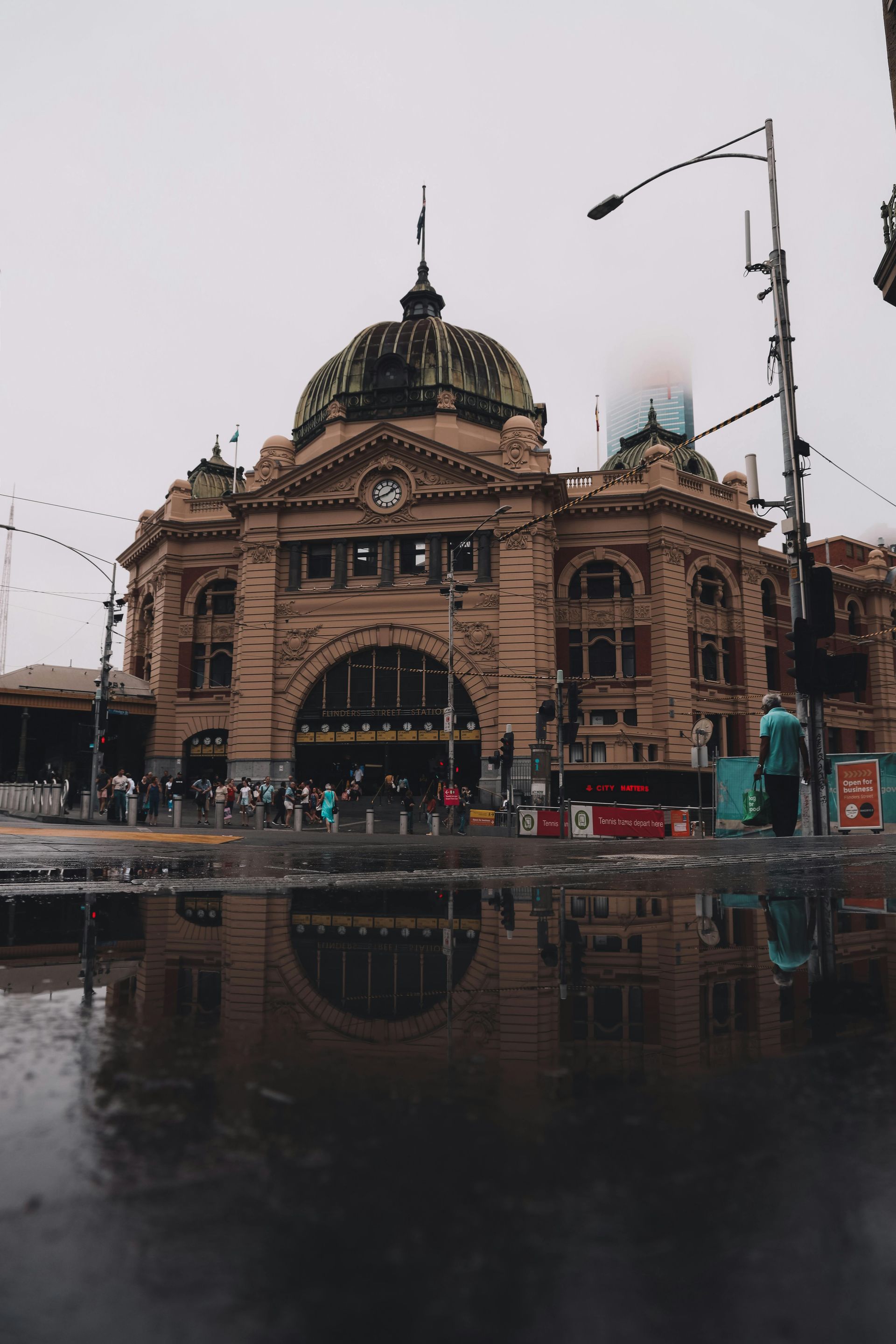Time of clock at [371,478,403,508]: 1:41
